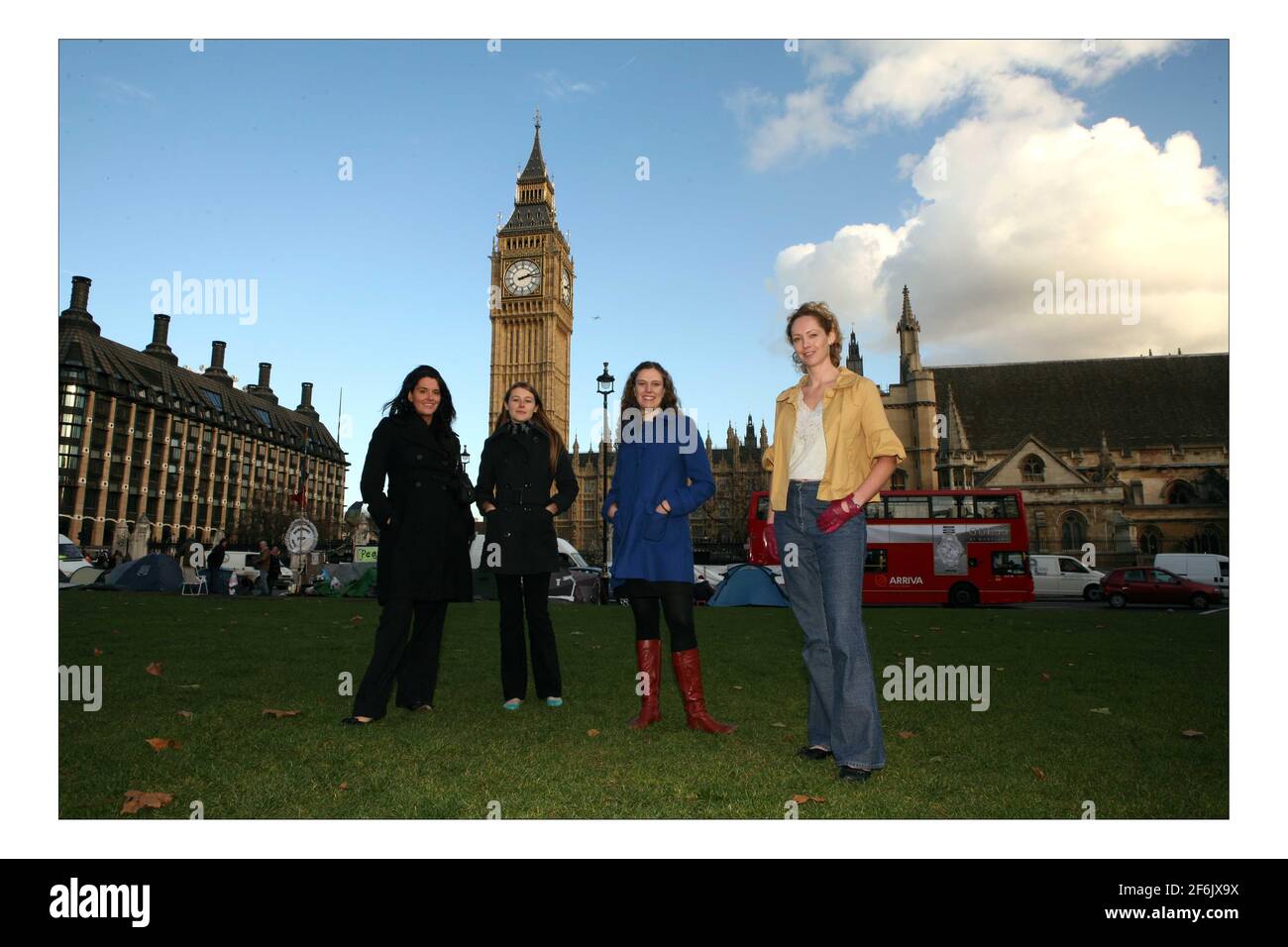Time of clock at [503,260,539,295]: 2:12
